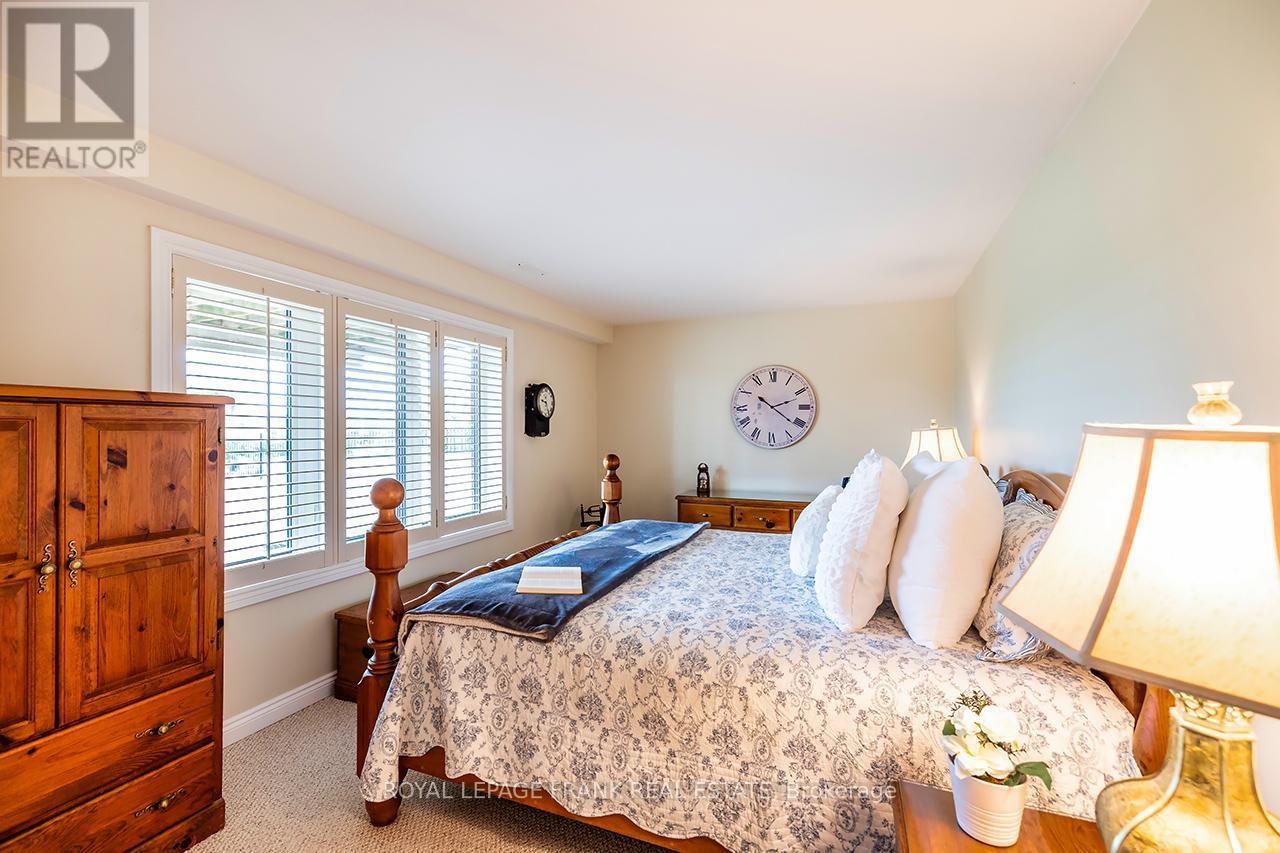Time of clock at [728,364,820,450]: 2:21
